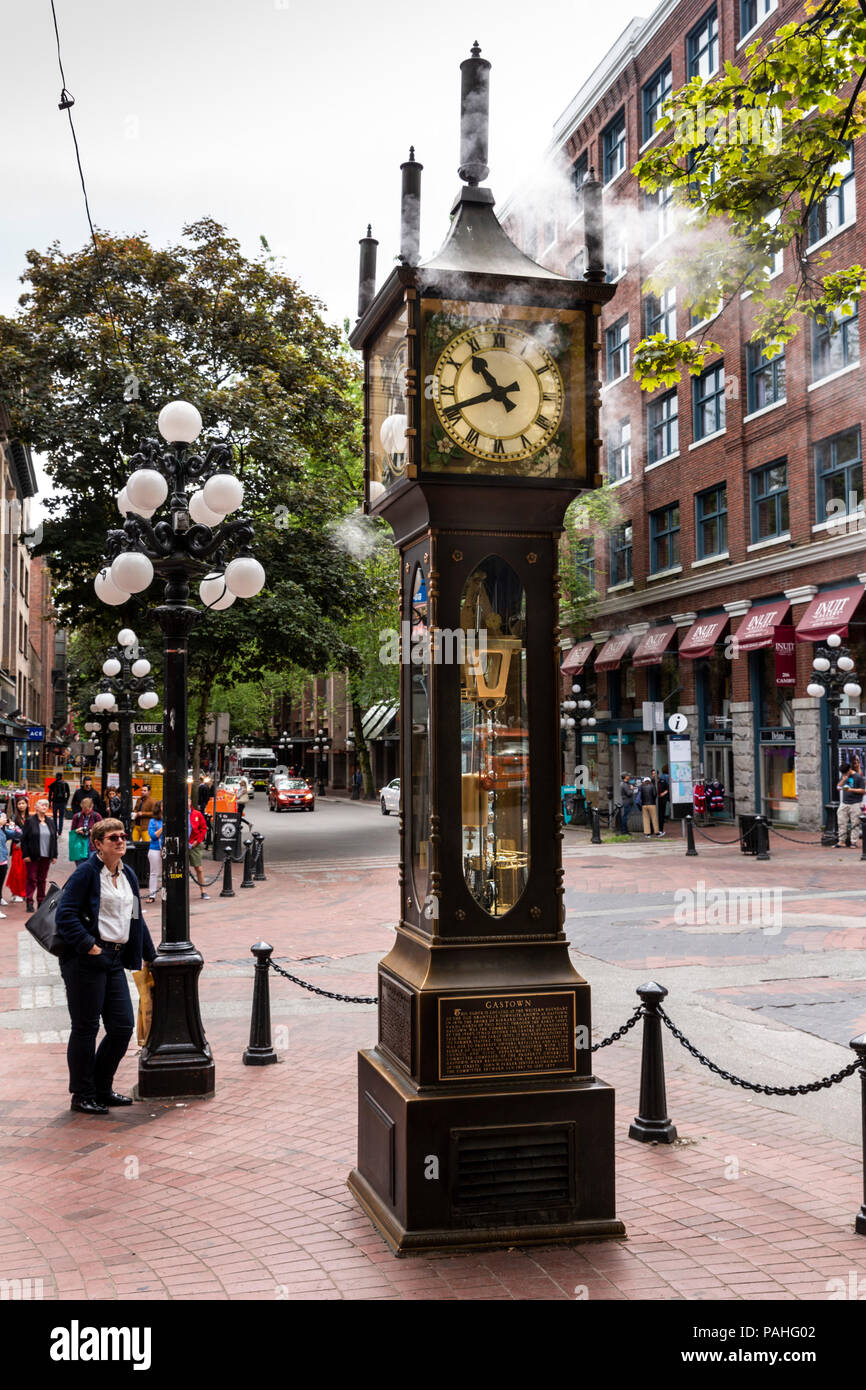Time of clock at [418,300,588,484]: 10:41
